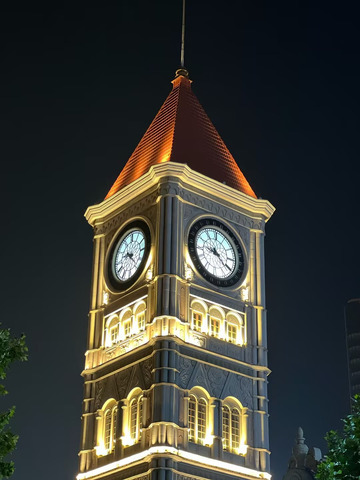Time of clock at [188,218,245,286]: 9:20
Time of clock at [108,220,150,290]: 9:22
